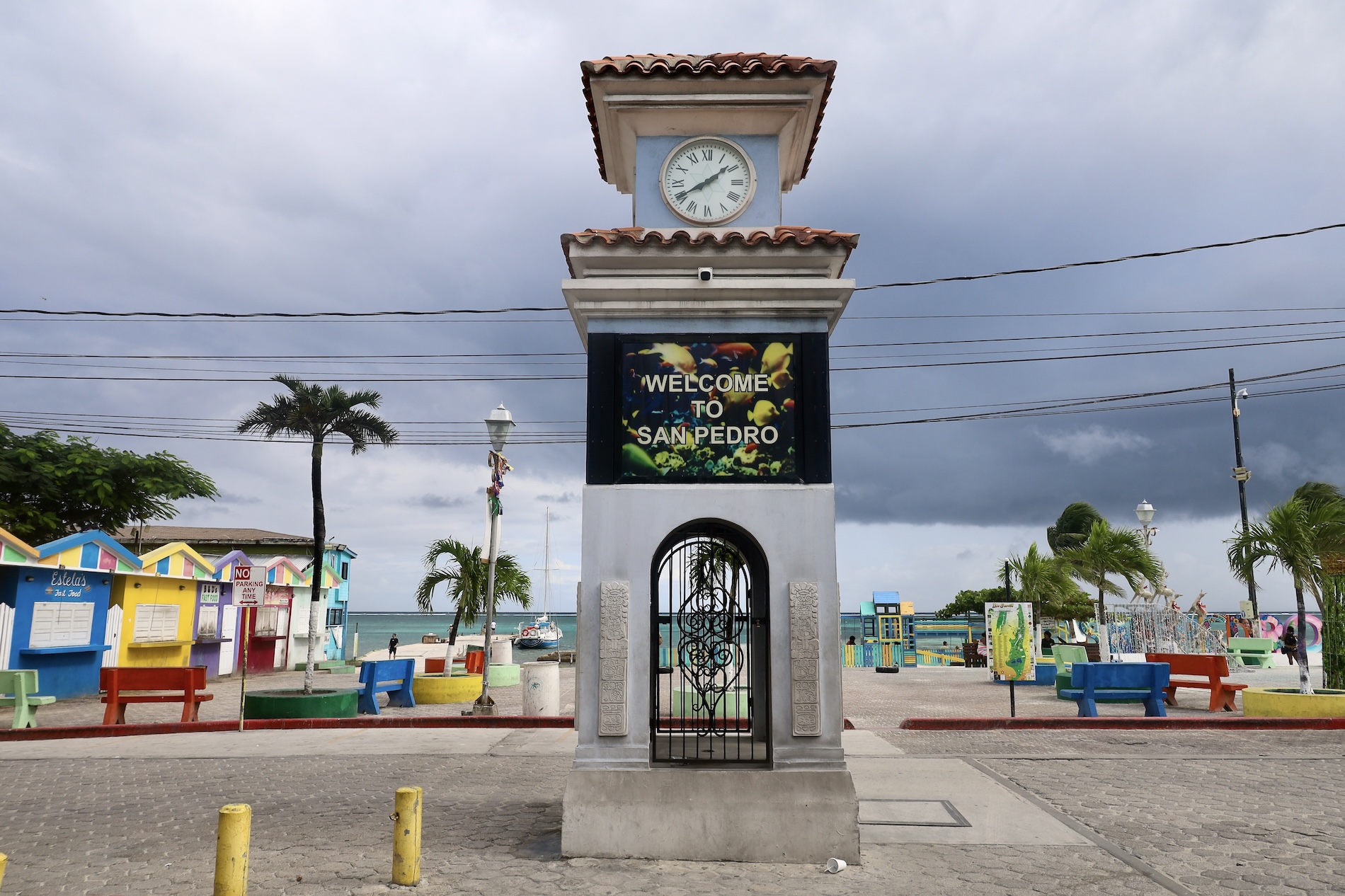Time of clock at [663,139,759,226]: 1:40
